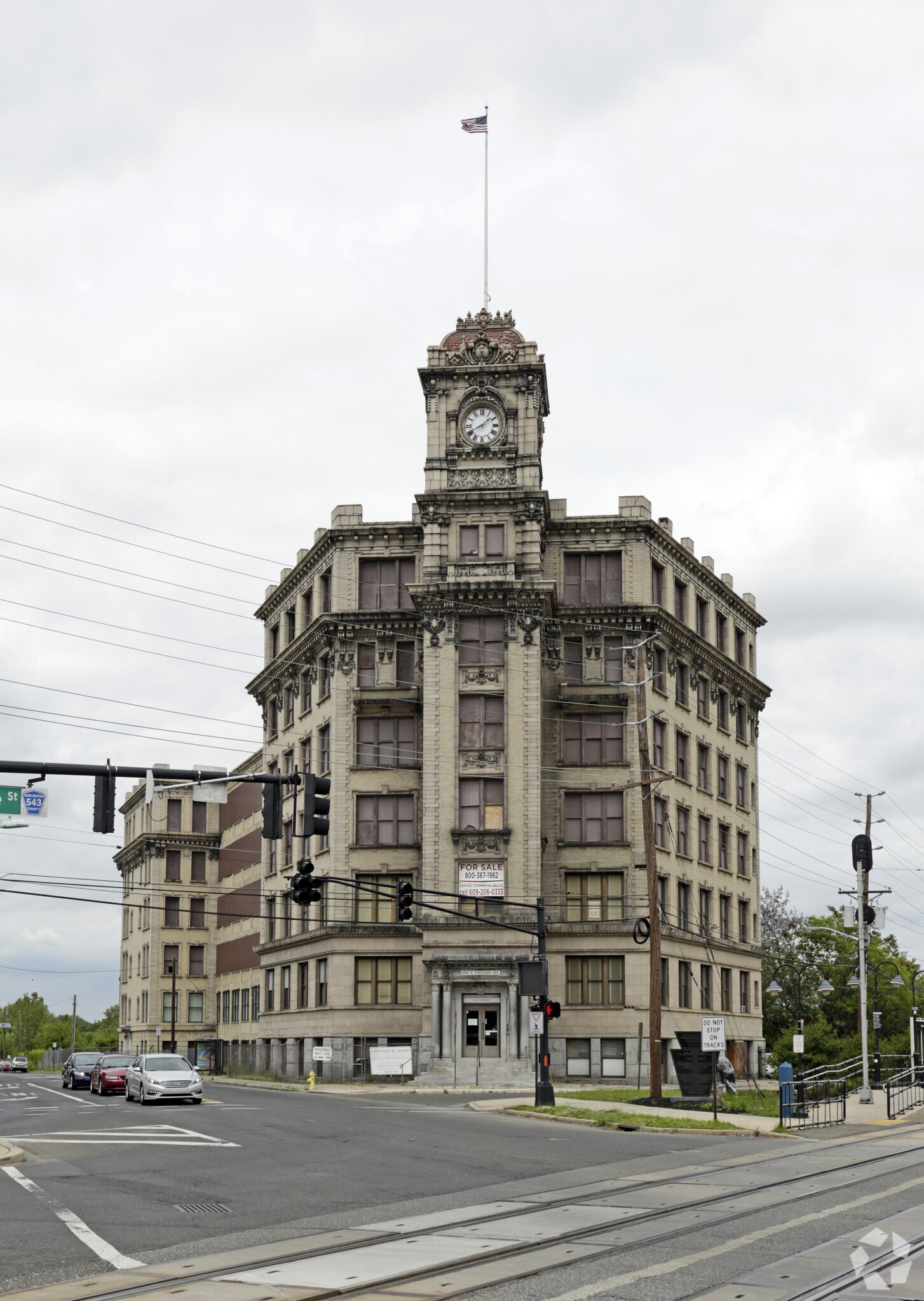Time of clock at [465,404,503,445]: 1:40
